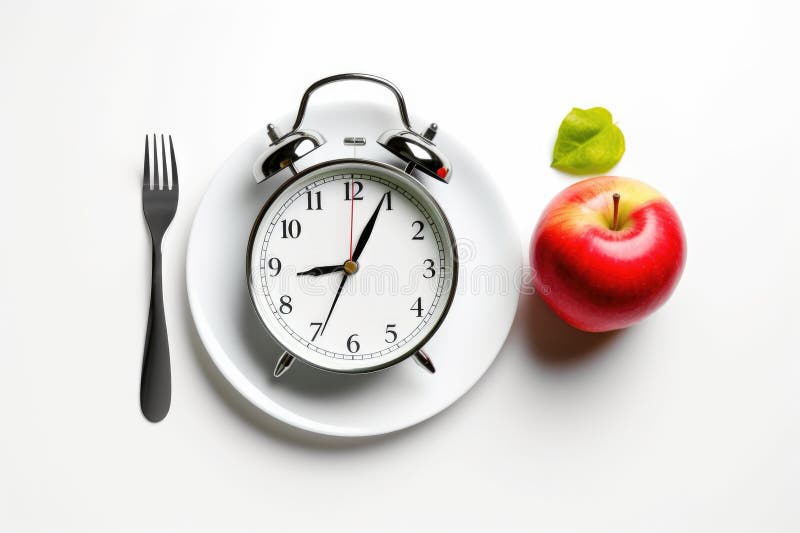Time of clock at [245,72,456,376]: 9:04
